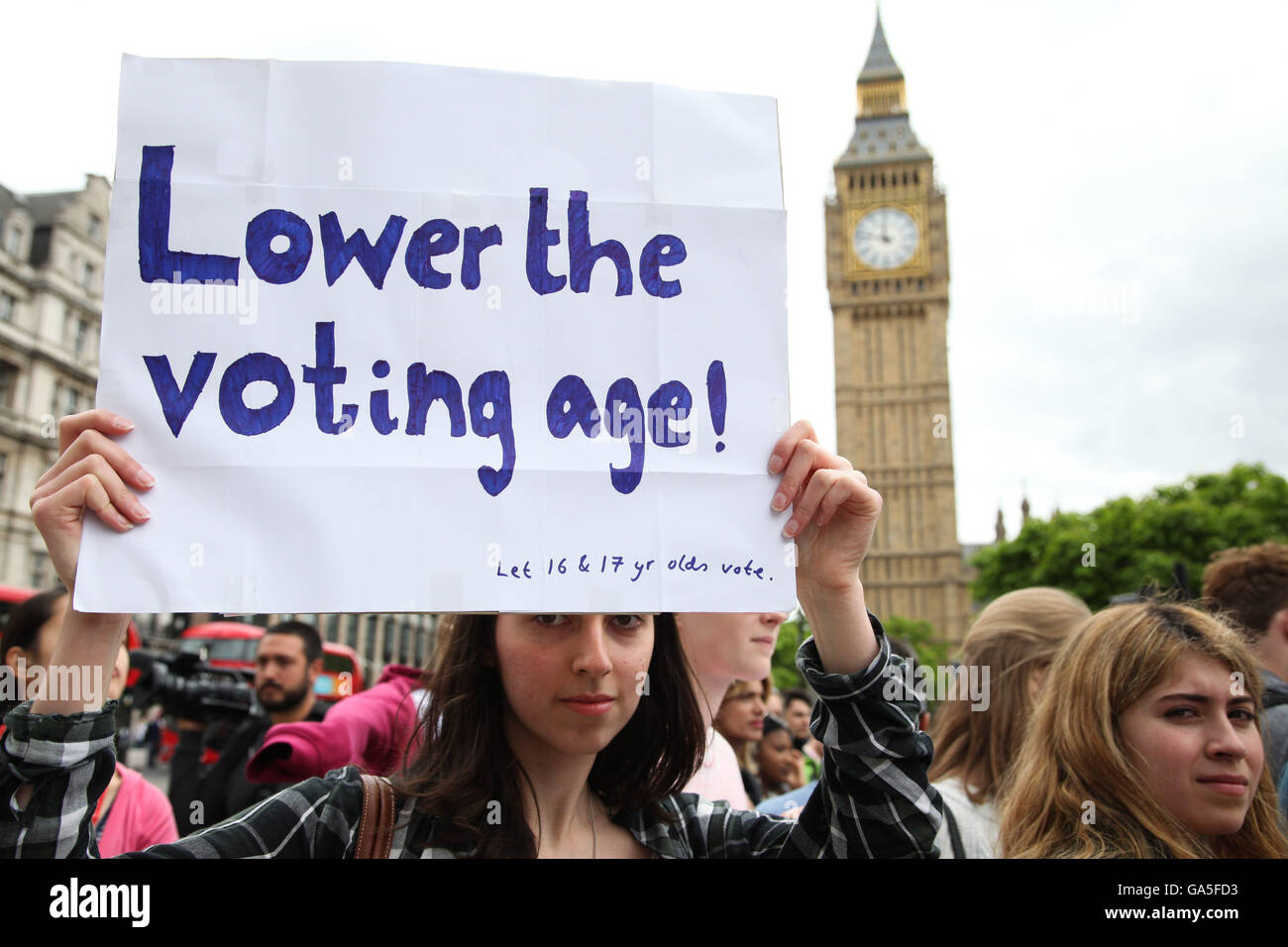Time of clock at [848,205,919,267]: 11:47
